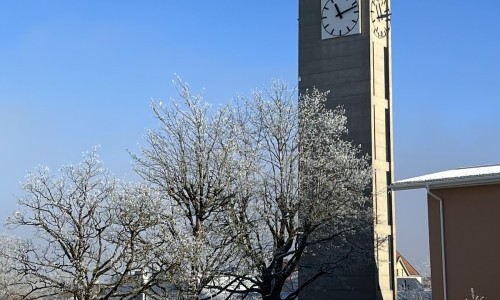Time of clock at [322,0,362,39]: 11:11
